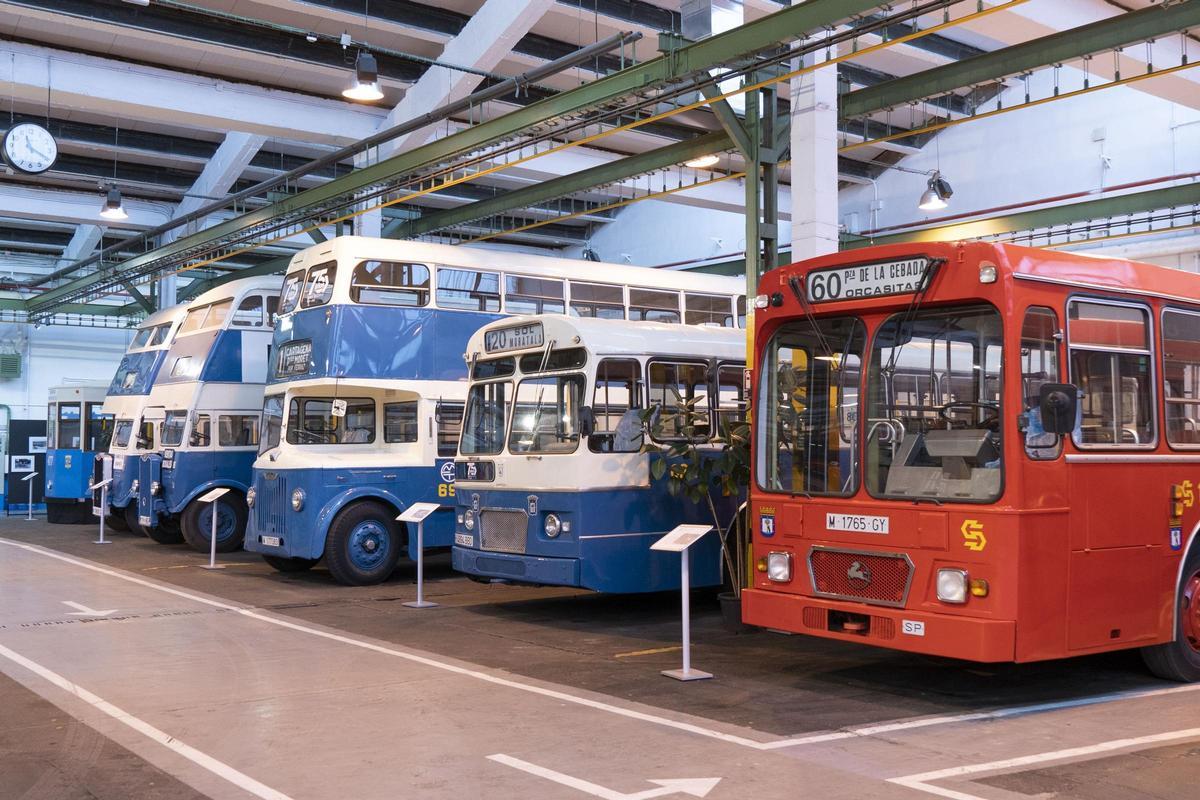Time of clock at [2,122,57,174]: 11:19
